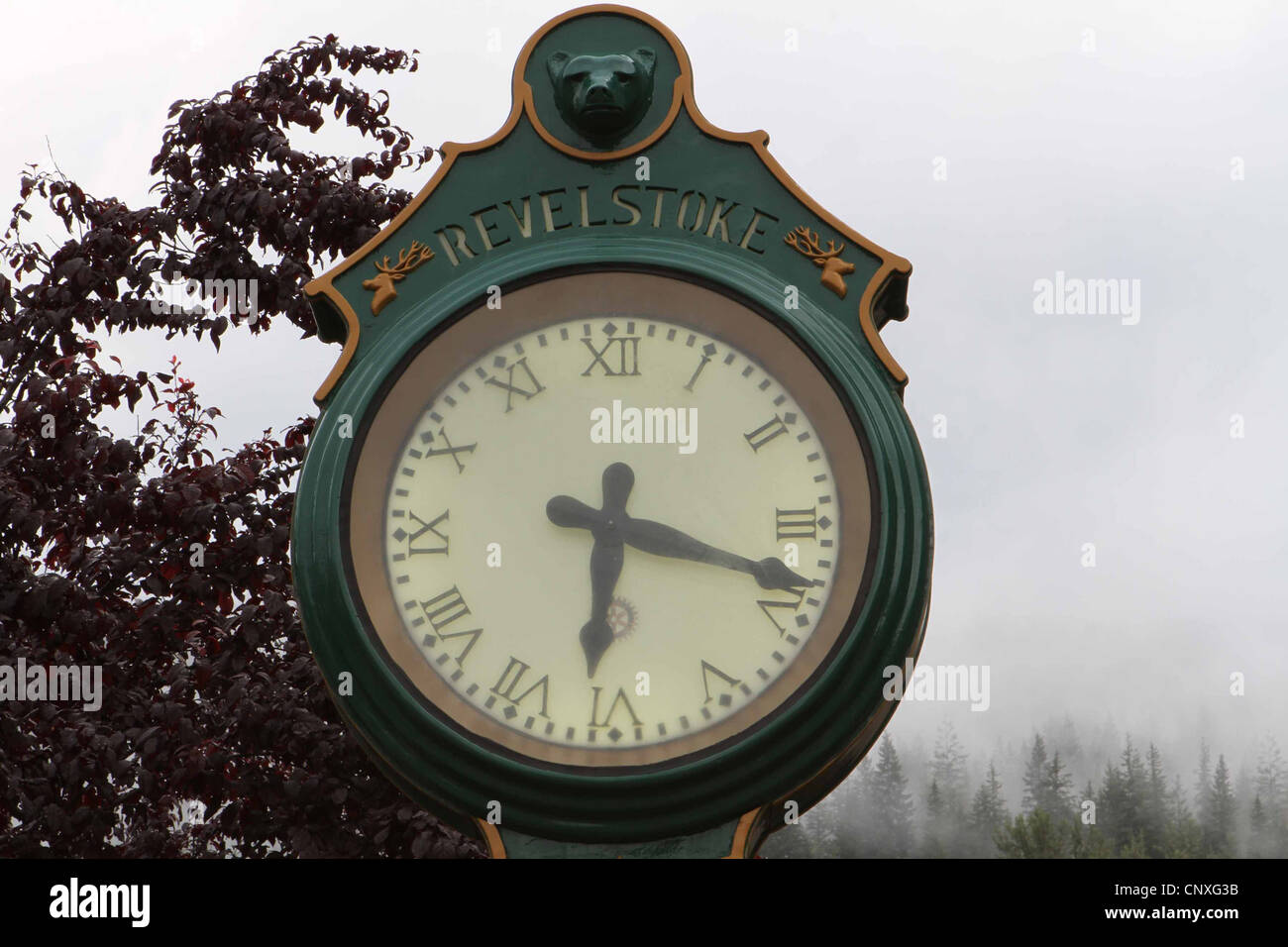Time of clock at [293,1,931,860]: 6:18
